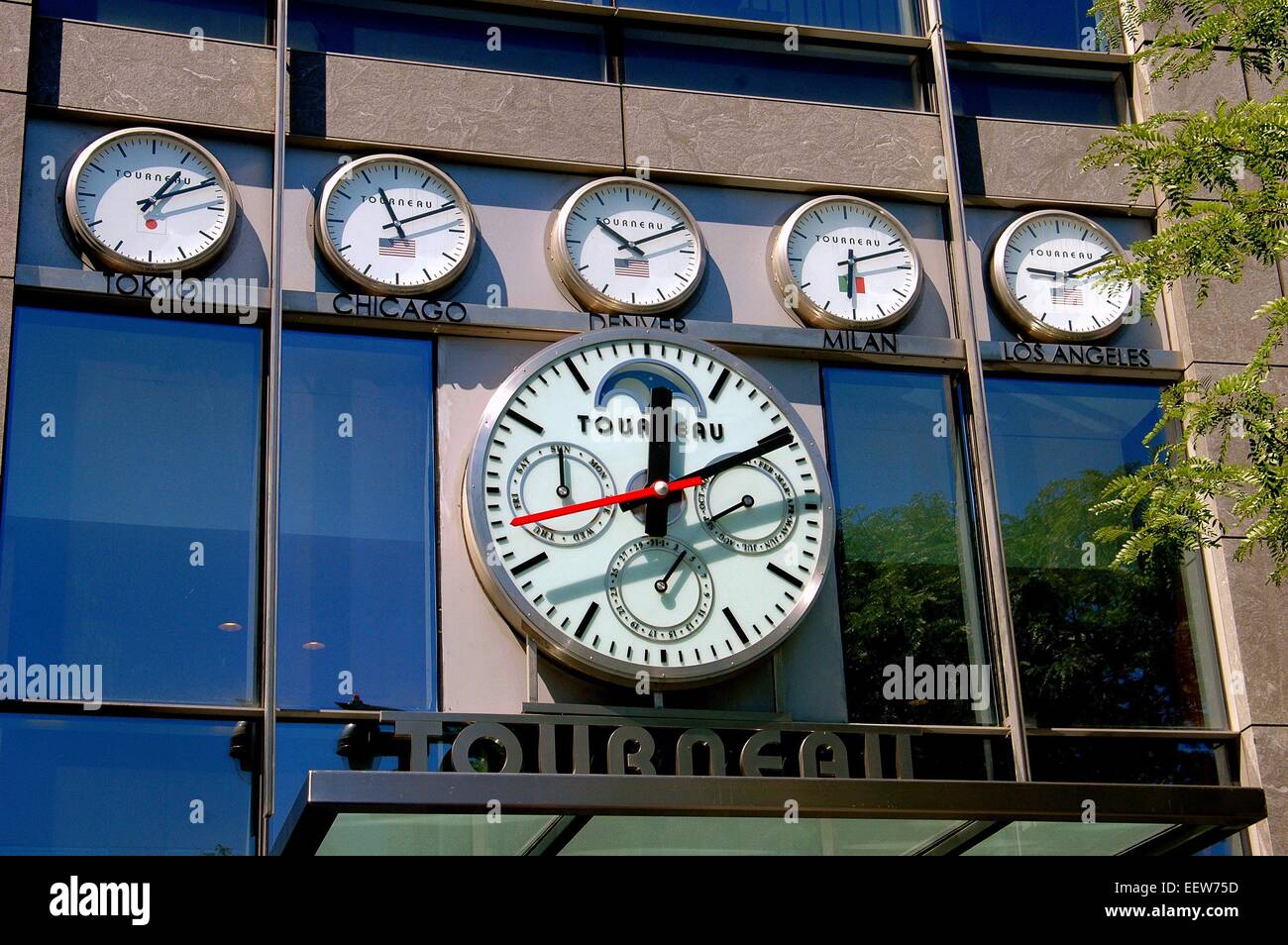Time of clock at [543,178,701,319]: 10:10
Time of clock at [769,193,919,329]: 6:11
